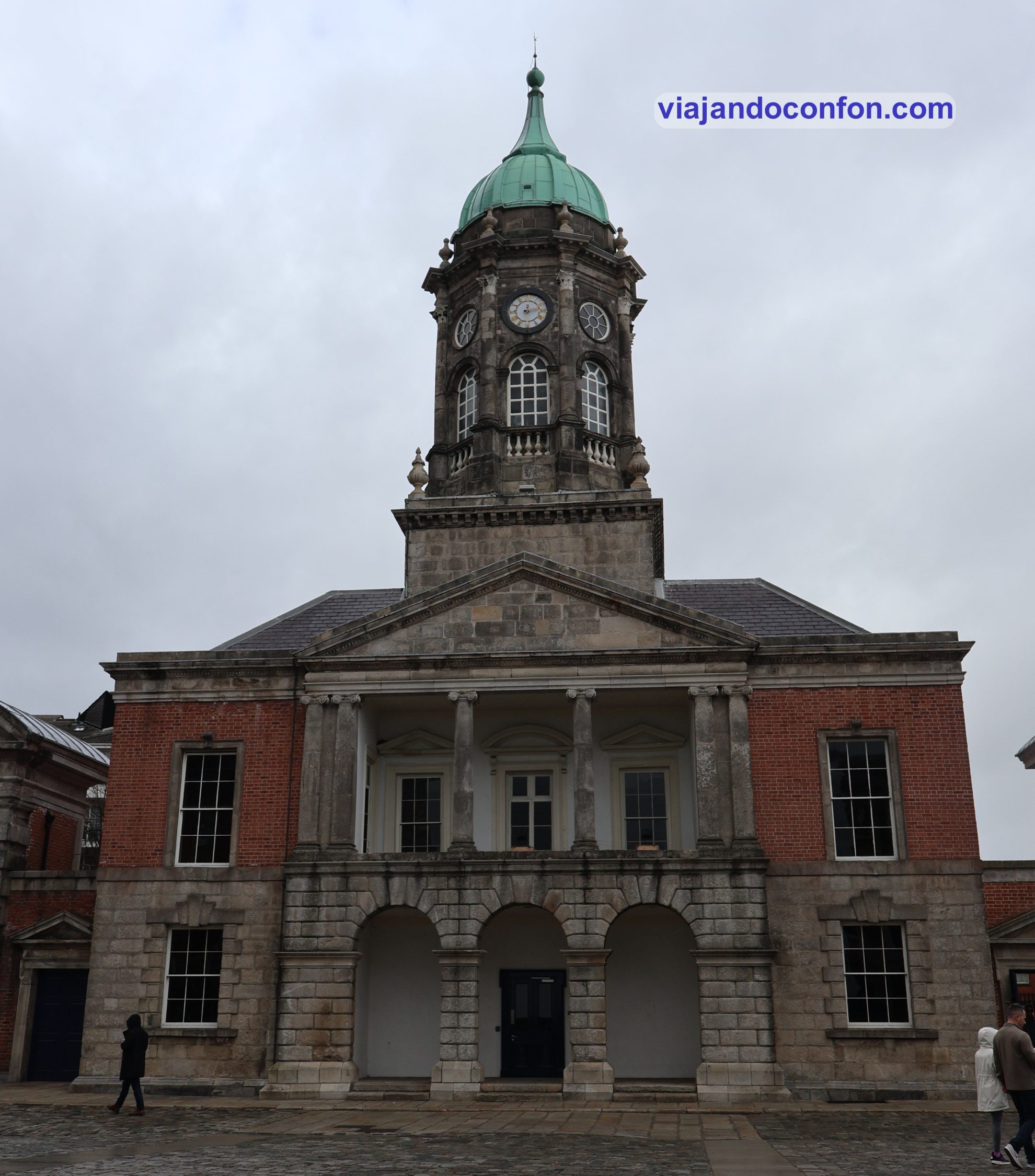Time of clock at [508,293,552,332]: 12:12
